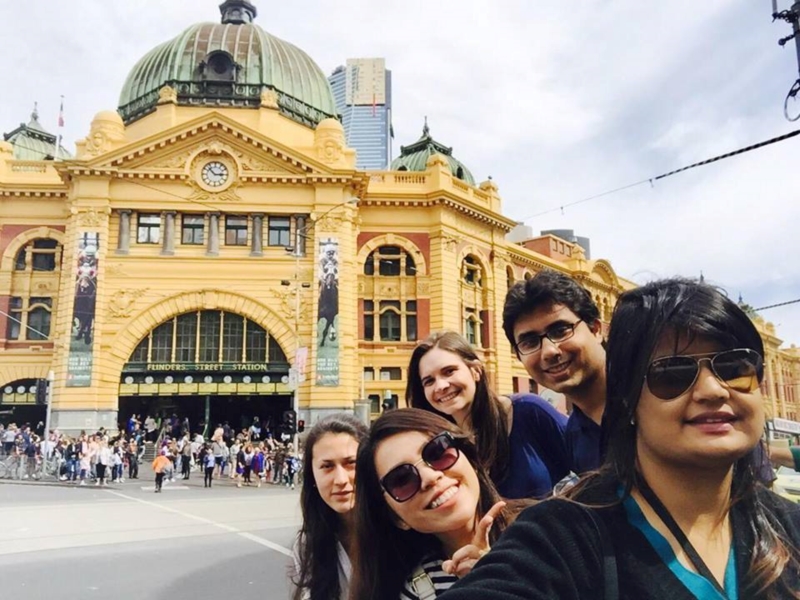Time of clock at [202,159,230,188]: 2:53
